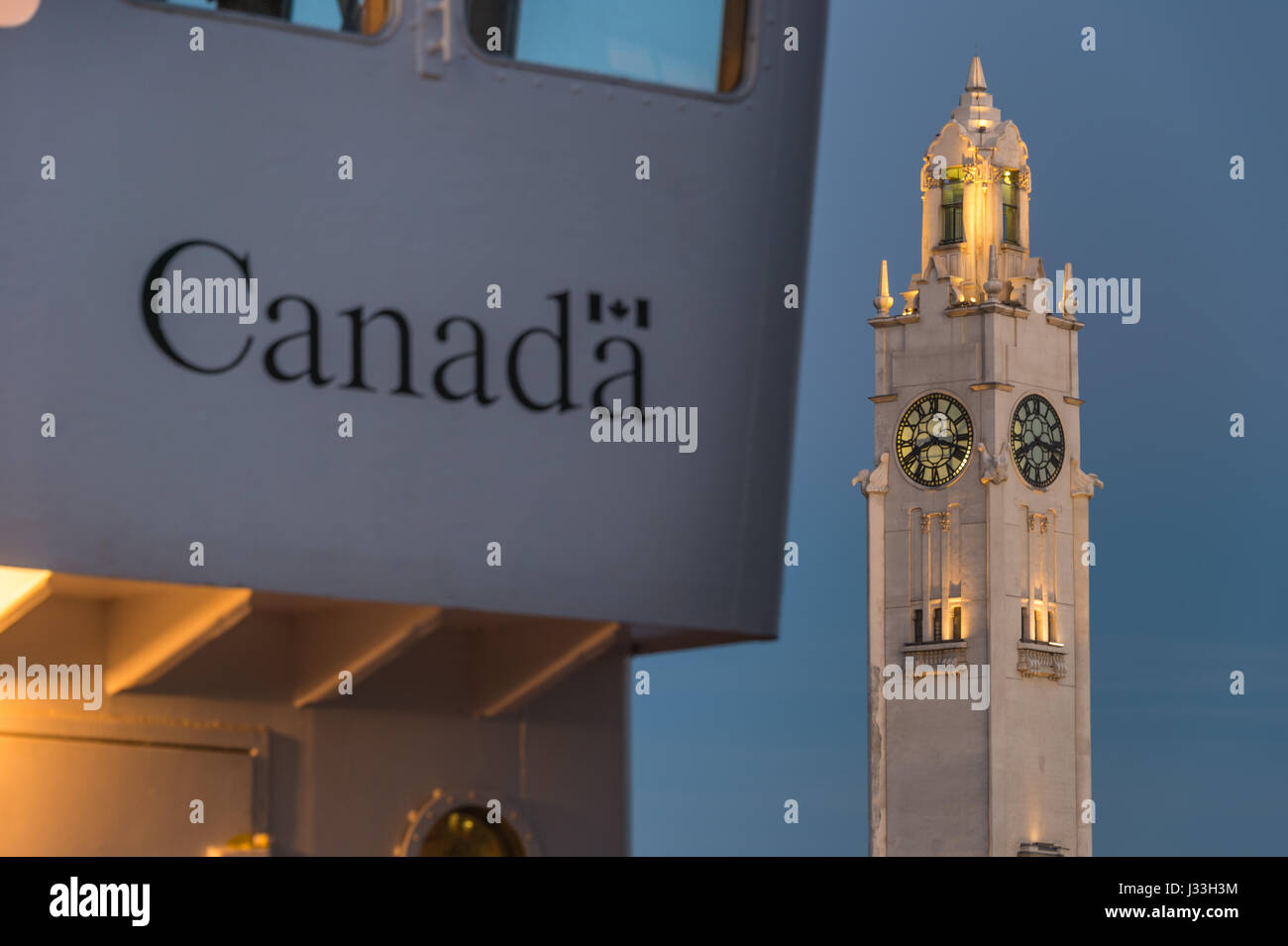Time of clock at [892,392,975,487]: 8:17
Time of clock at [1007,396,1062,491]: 8:16
